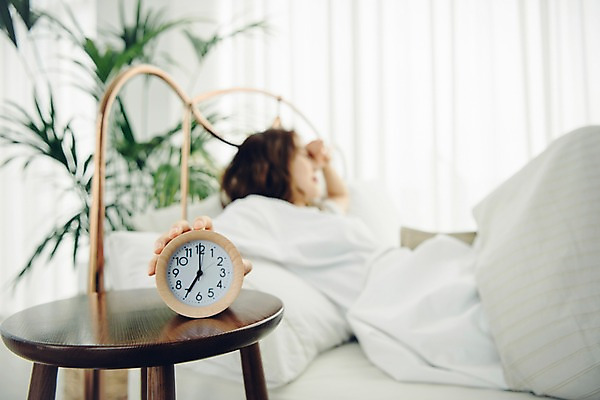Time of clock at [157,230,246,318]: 7:00
